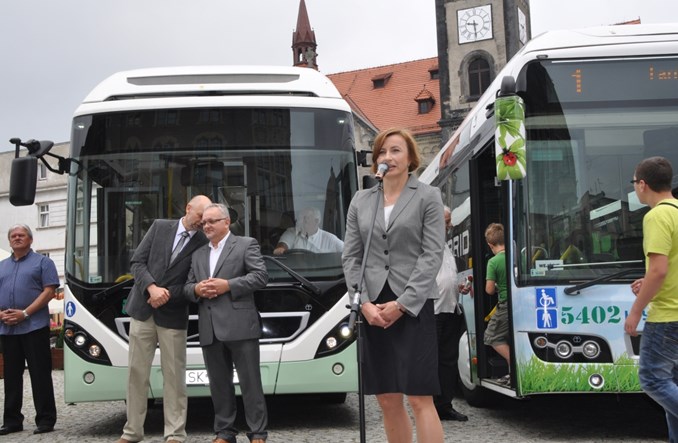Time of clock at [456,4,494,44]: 9:29
